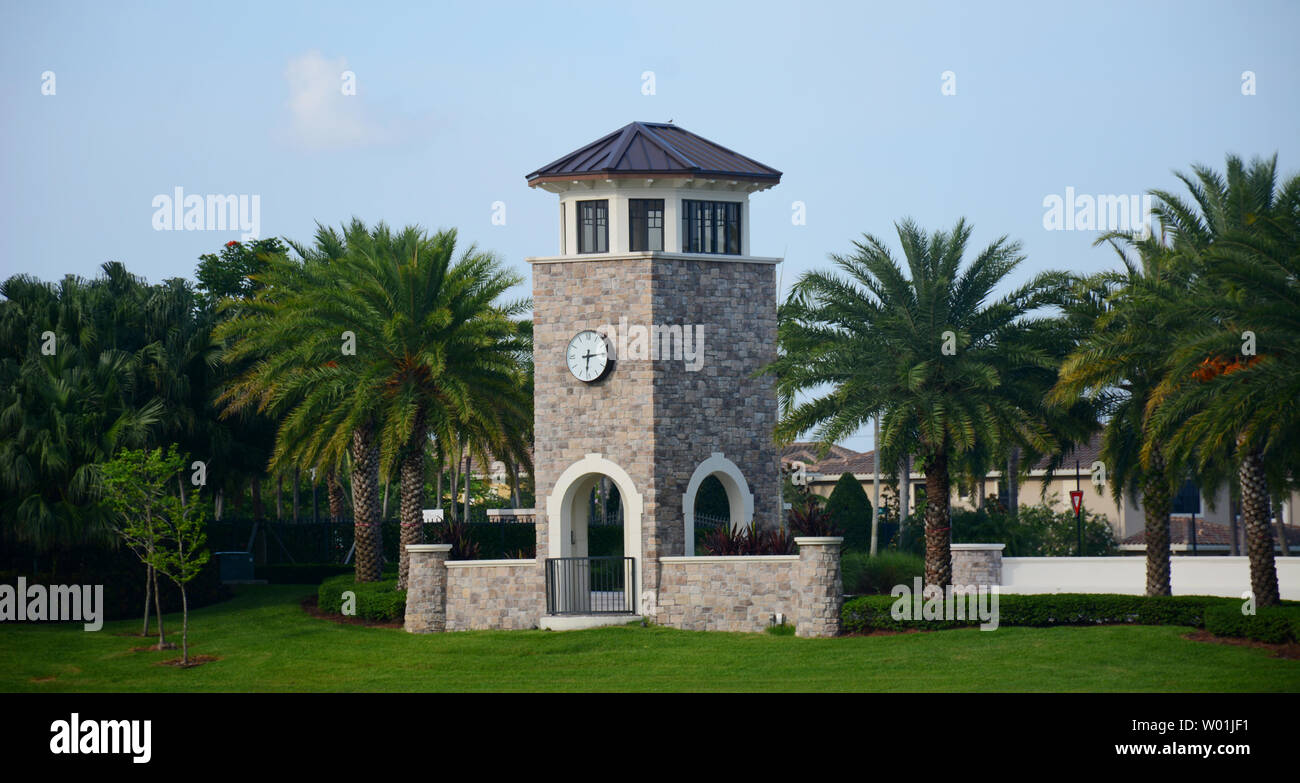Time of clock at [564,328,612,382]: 6:14
